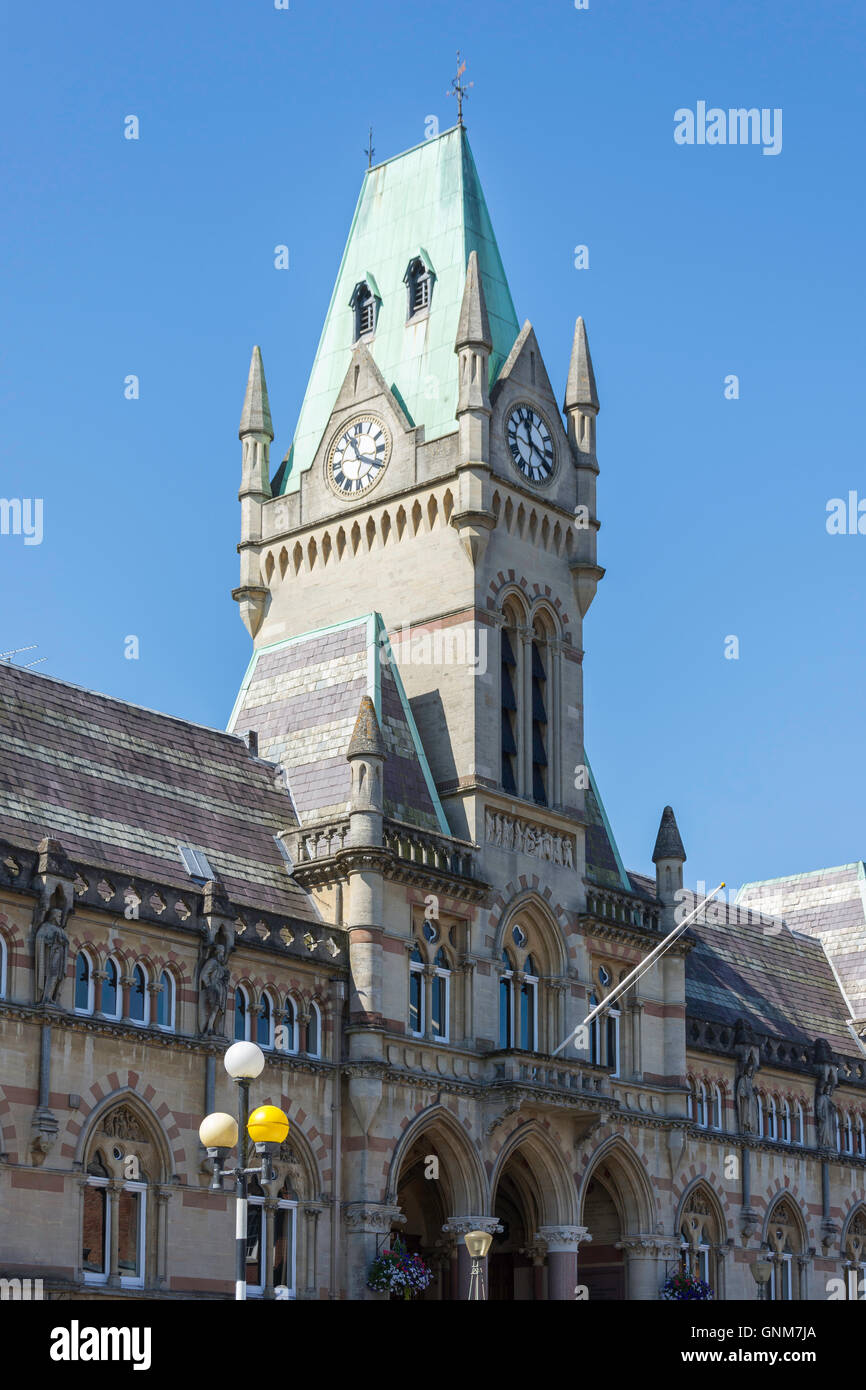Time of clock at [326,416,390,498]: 11:19
